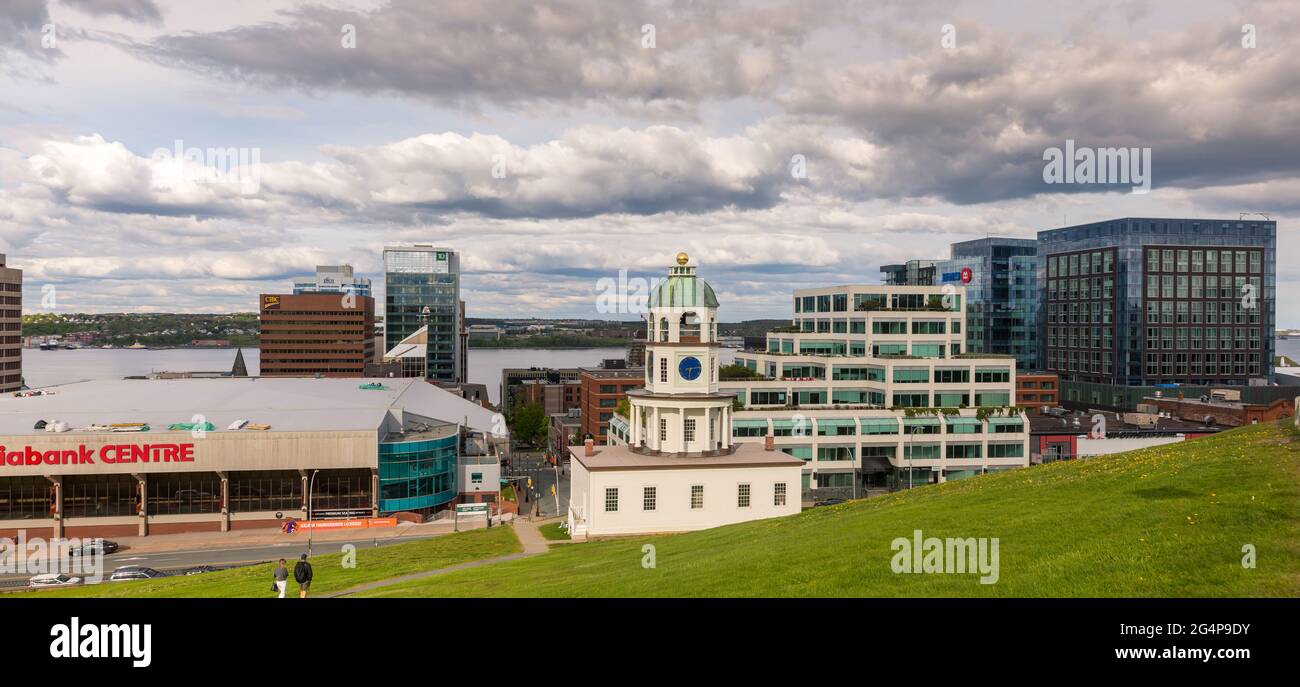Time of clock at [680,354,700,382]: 6:13
